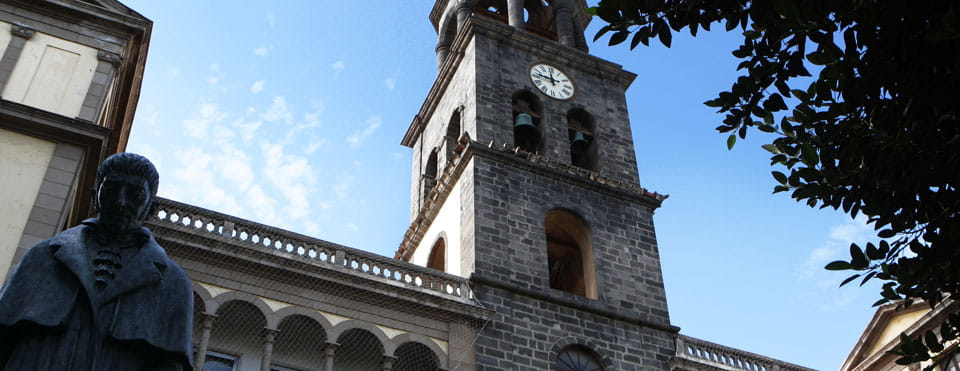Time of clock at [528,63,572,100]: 11:46
